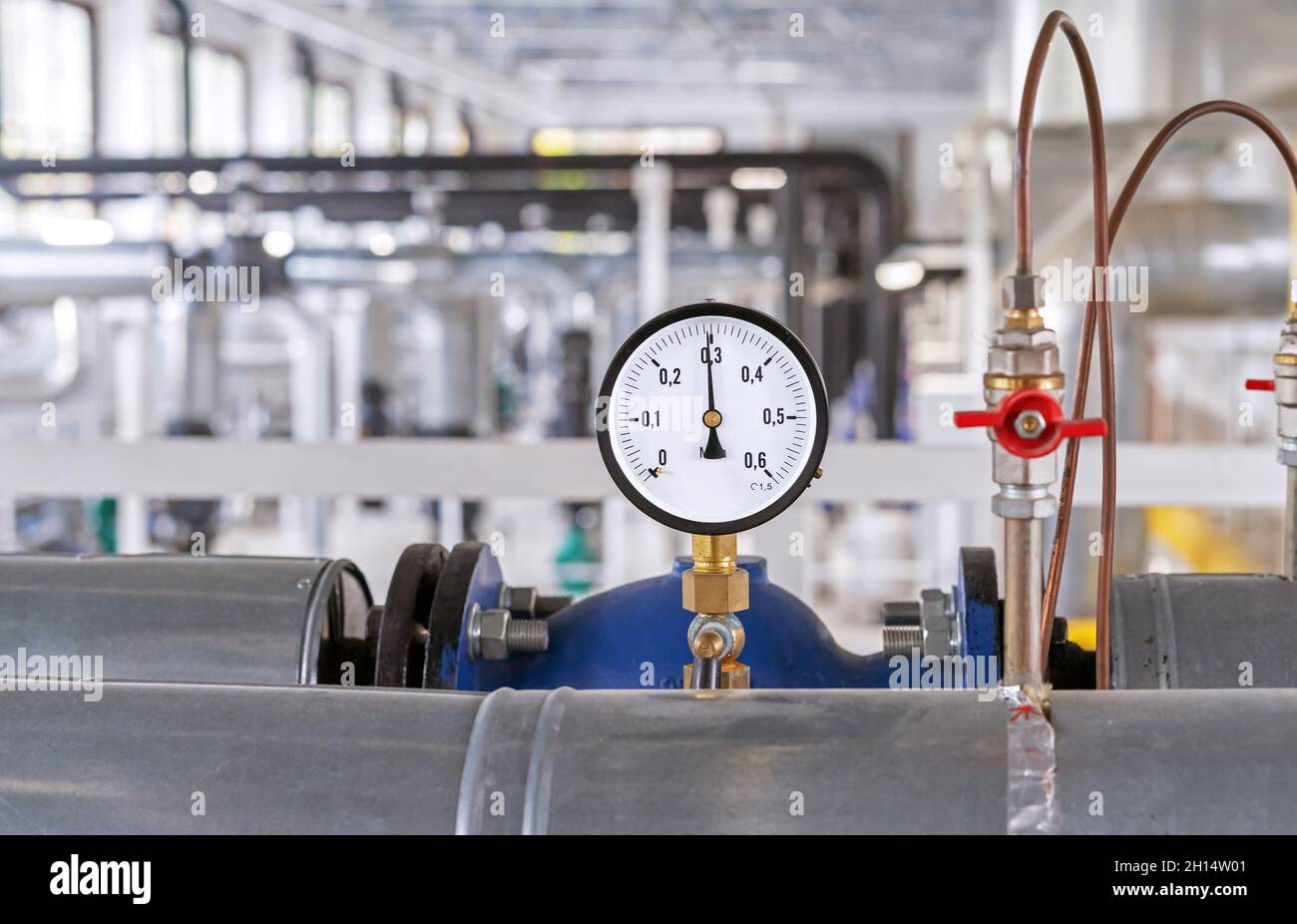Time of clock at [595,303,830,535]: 5:59
